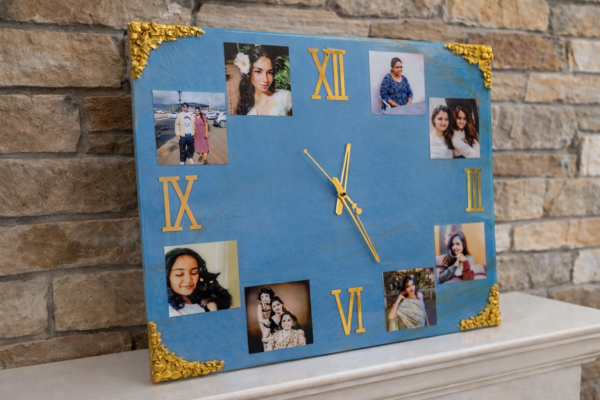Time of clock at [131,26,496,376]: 12:26
